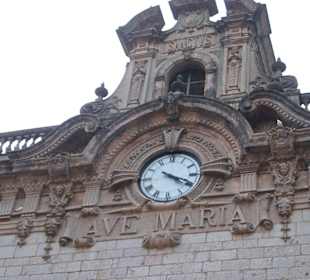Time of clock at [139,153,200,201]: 4:19
